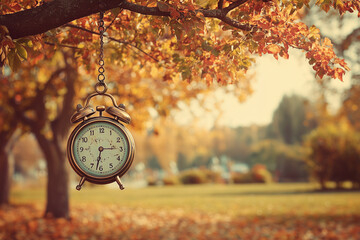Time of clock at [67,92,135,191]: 2:32
